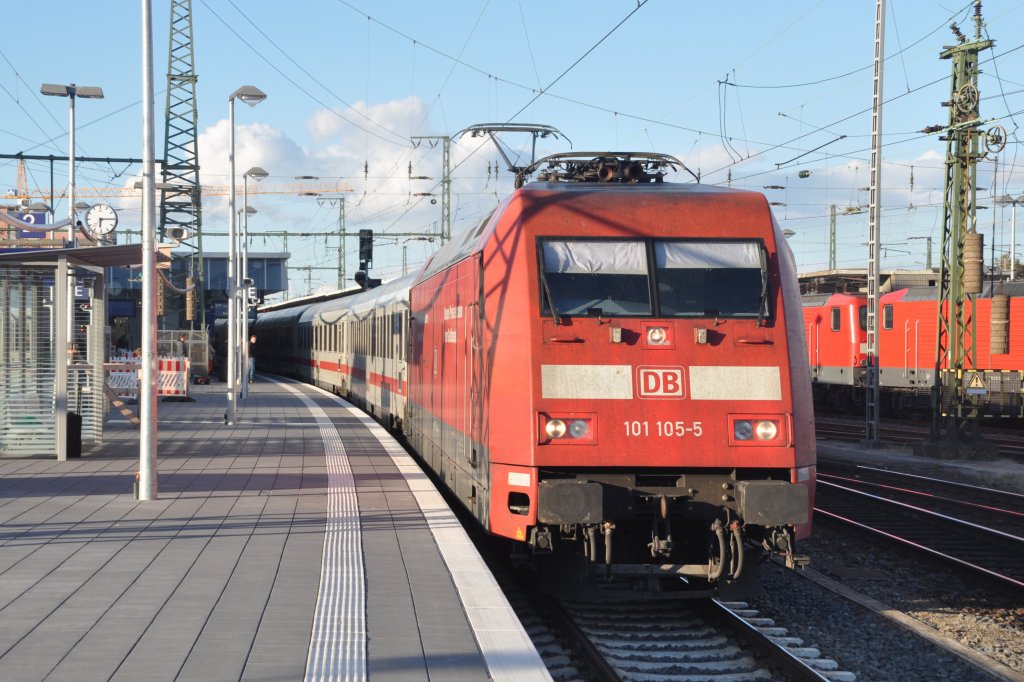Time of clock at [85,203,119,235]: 6:15
